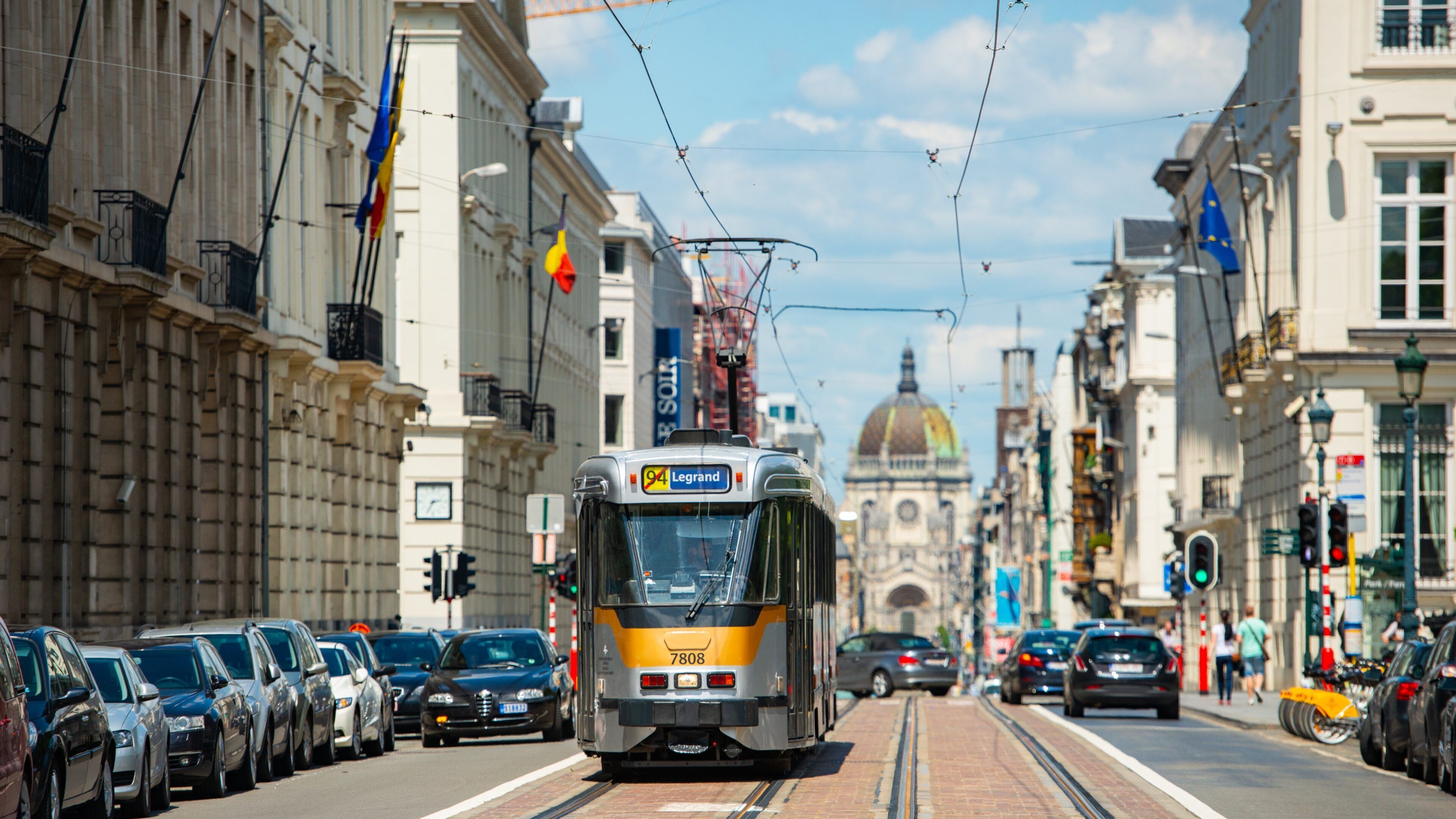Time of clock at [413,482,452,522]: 2:35
